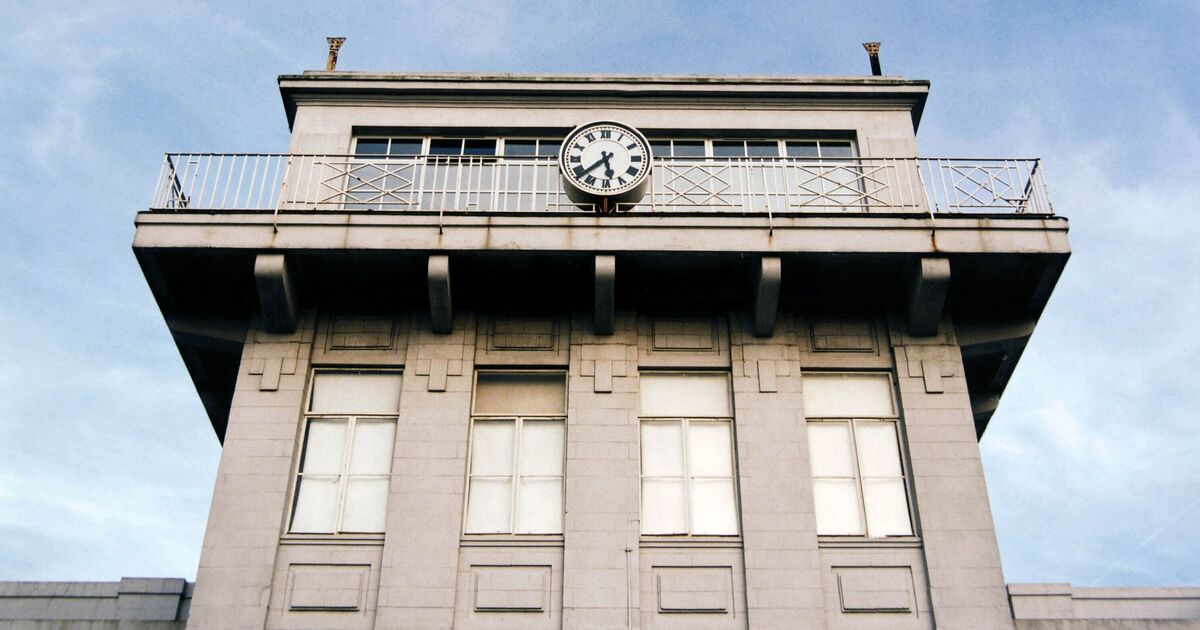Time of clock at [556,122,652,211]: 5:38
